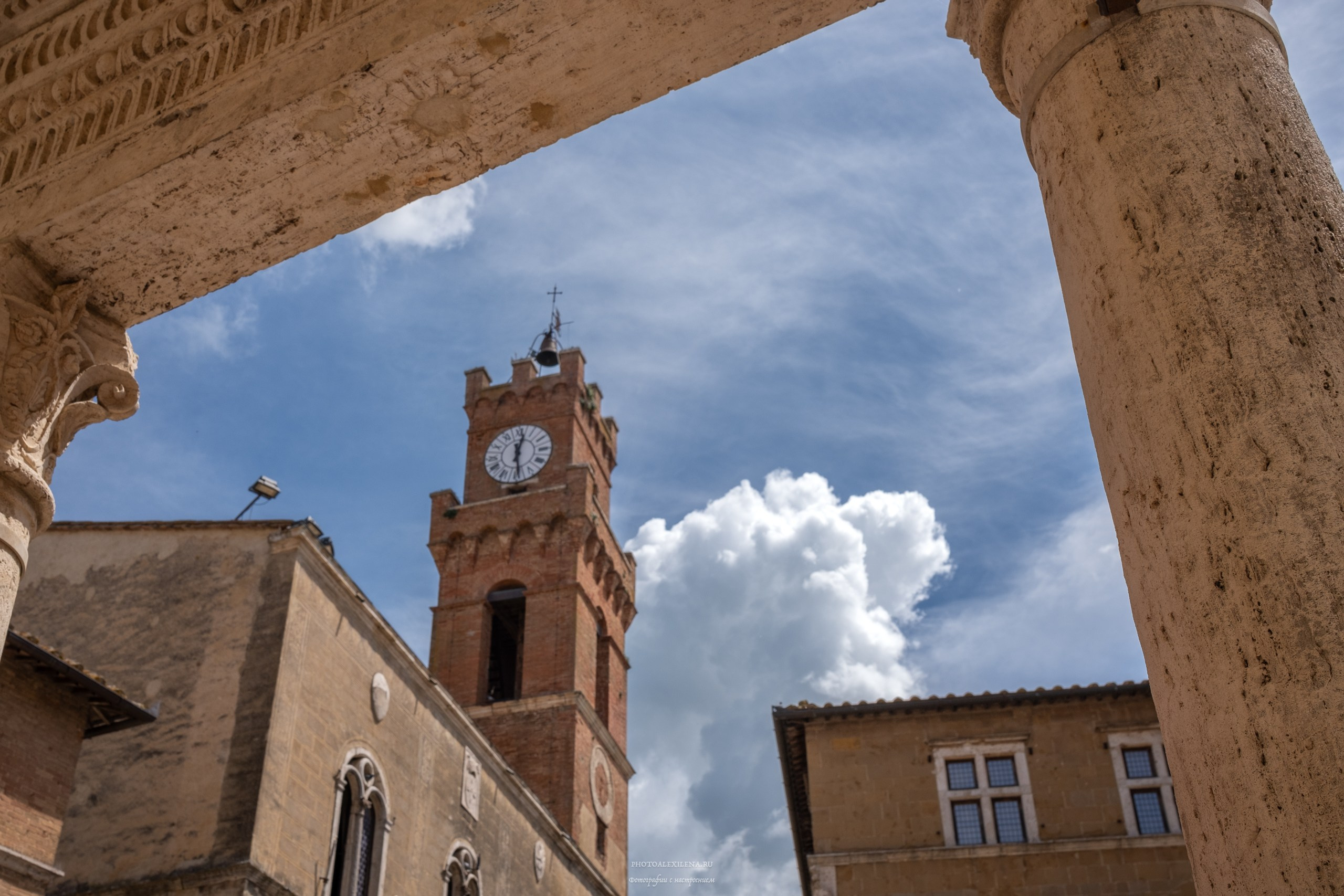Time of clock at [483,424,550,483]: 12:28
